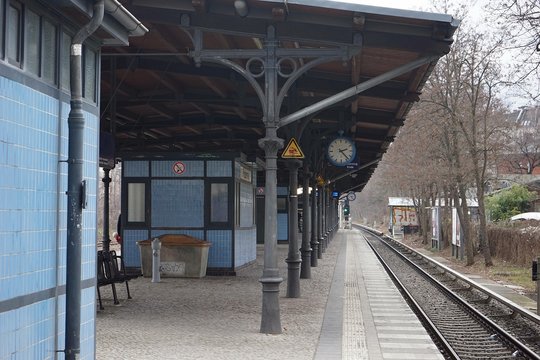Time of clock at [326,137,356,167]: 2:23
